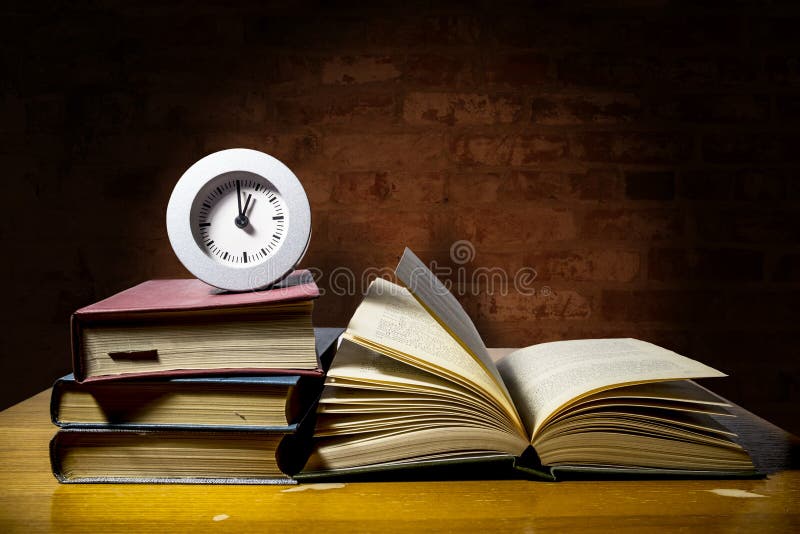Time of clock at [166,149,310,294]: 1:00
